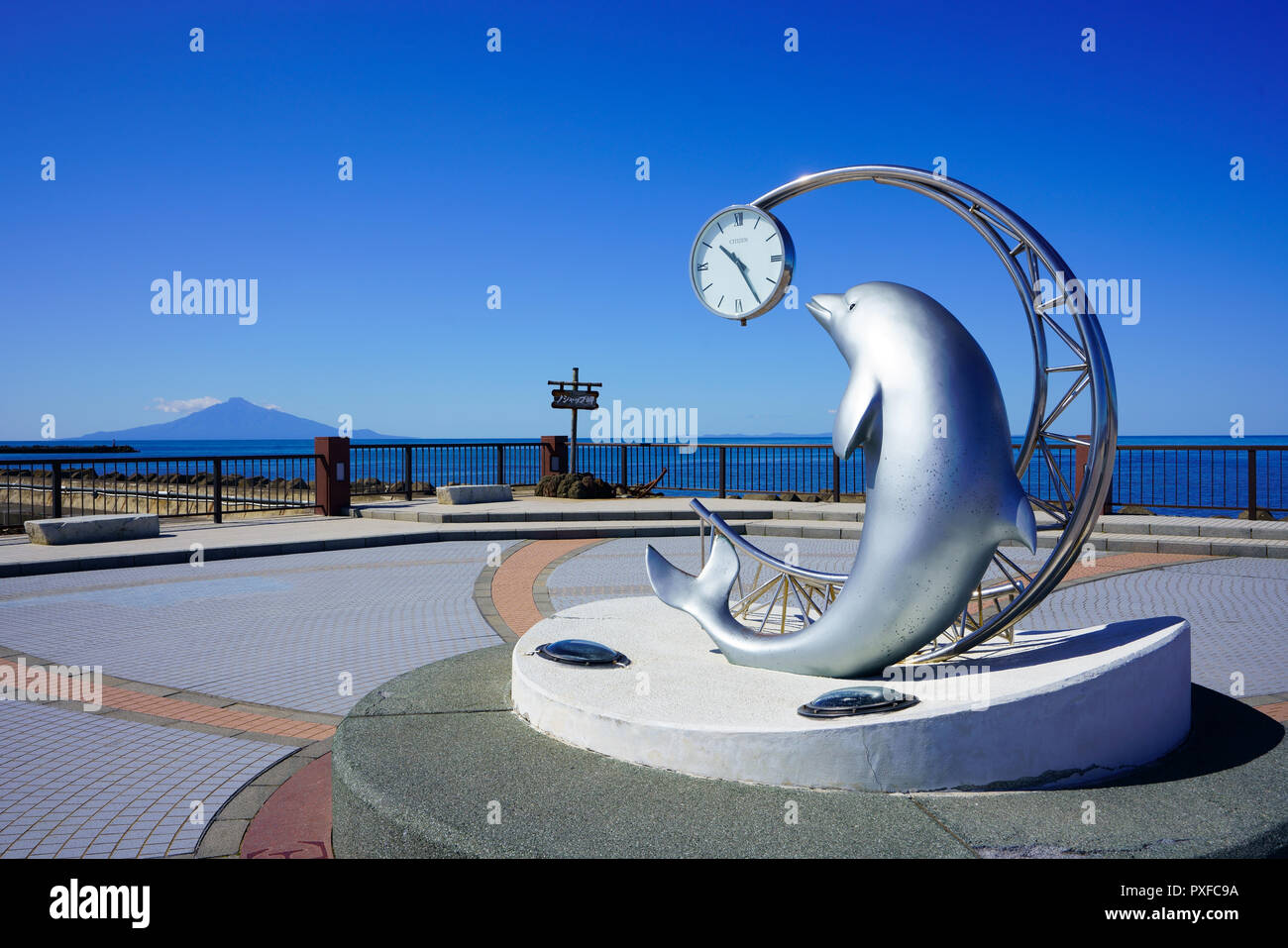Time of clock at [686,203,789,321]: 10:24
